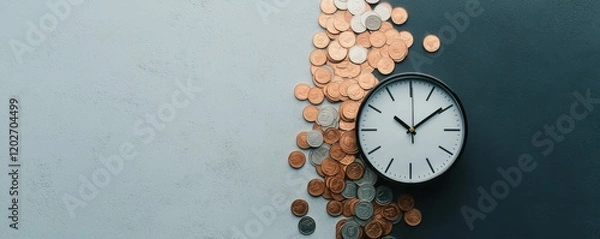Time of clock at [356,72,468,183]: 10:09
